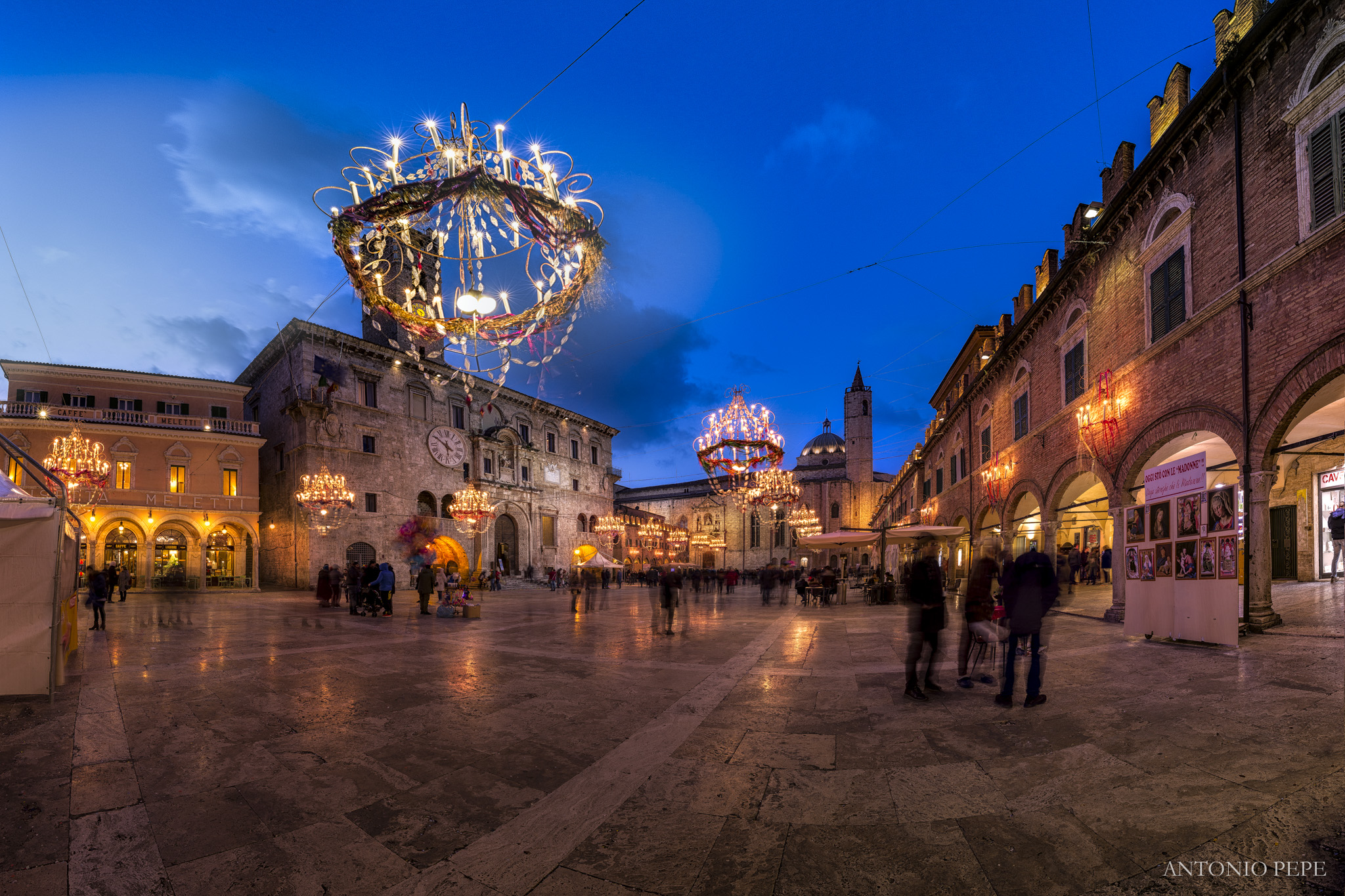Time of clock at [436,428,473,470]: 5:50
